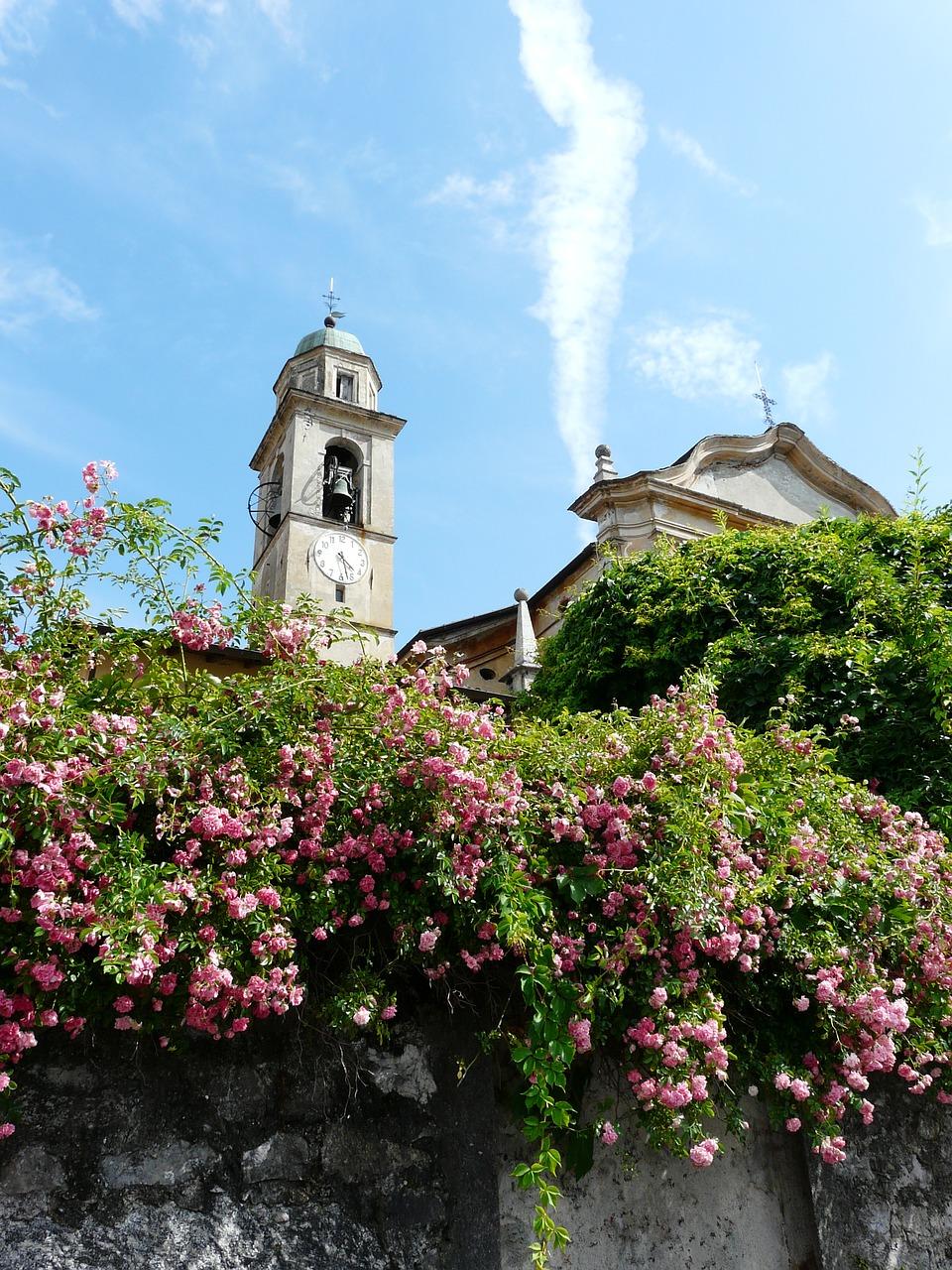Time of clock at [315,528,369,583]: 4:27
